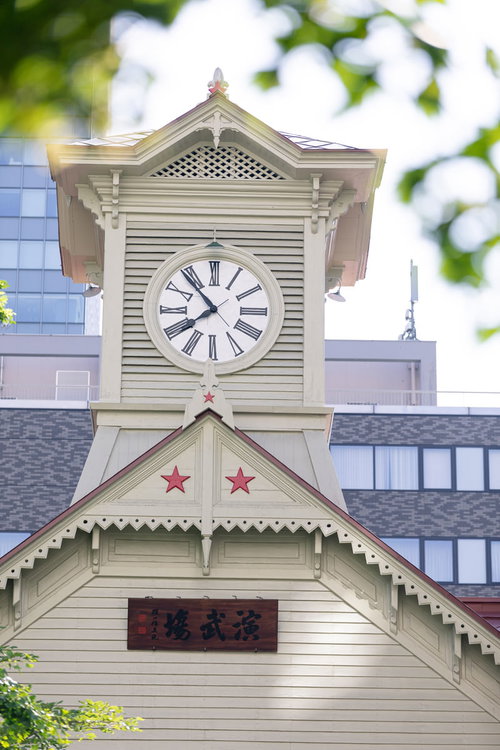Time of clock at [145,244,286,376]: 7:53
